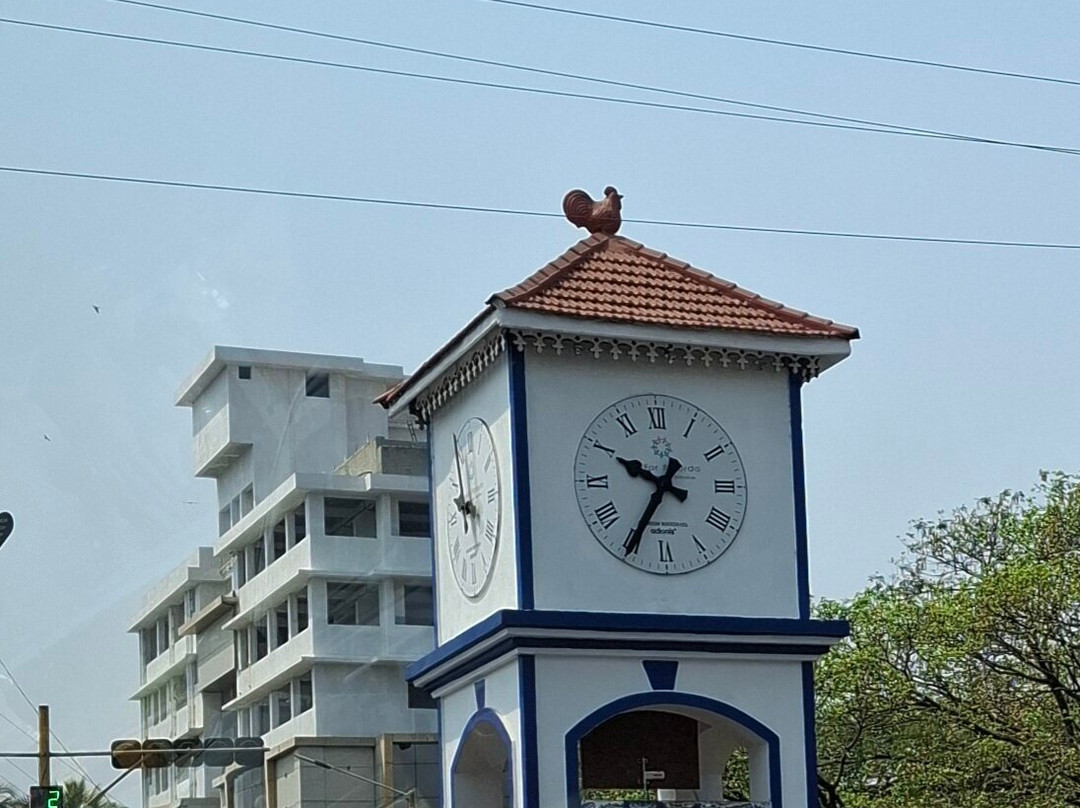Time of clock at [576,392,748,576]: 9:35
